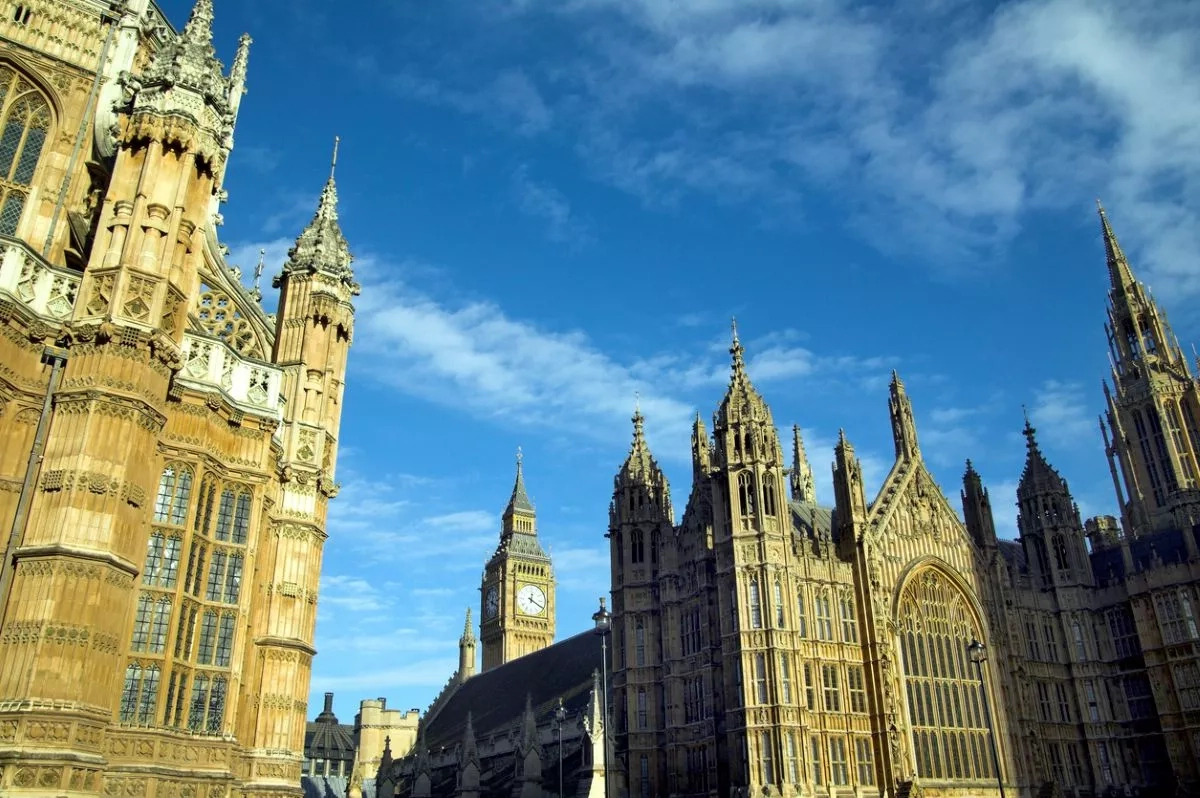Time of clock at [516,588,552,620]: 12:20
